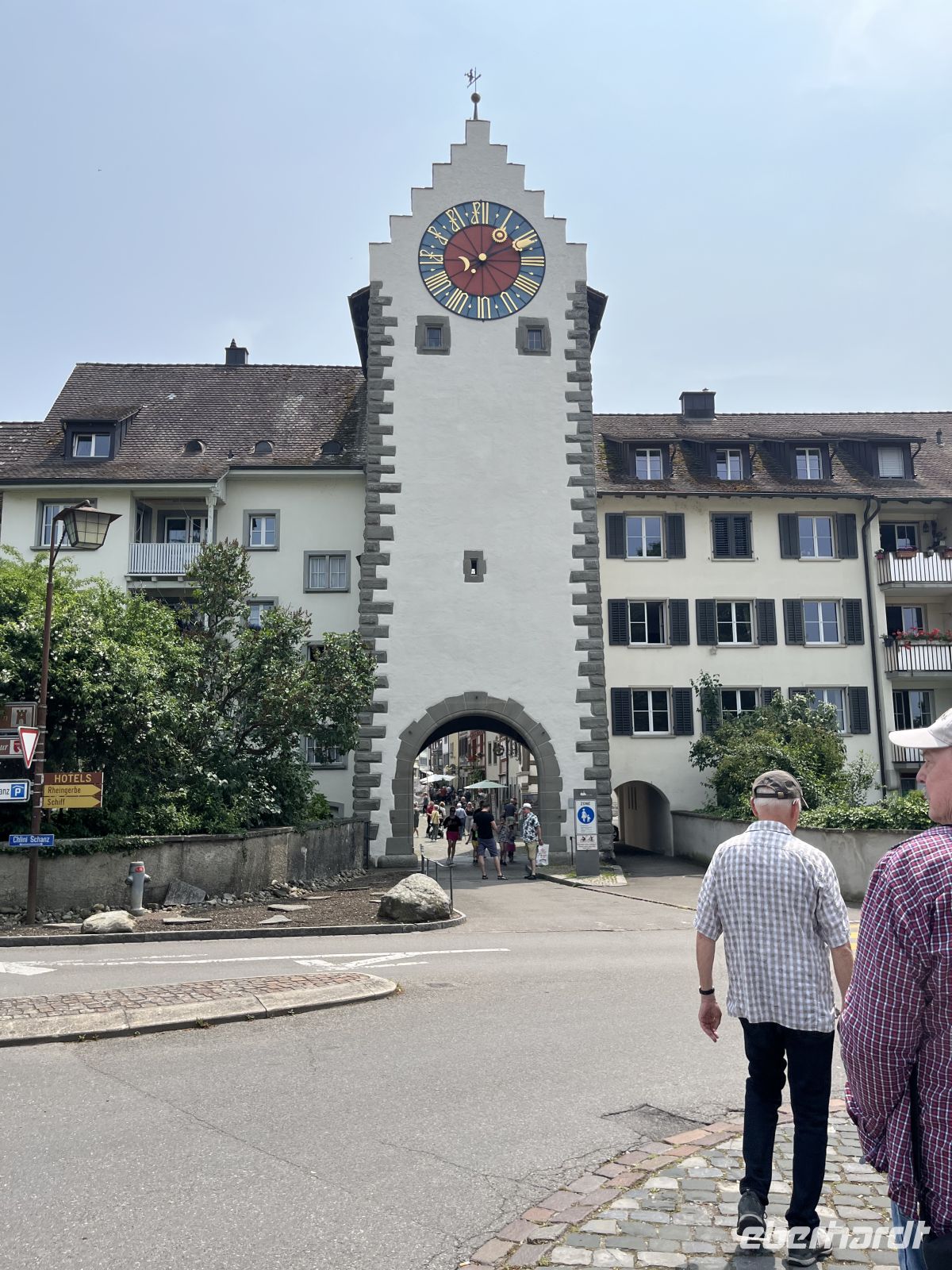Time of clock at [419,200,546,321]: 1:10
